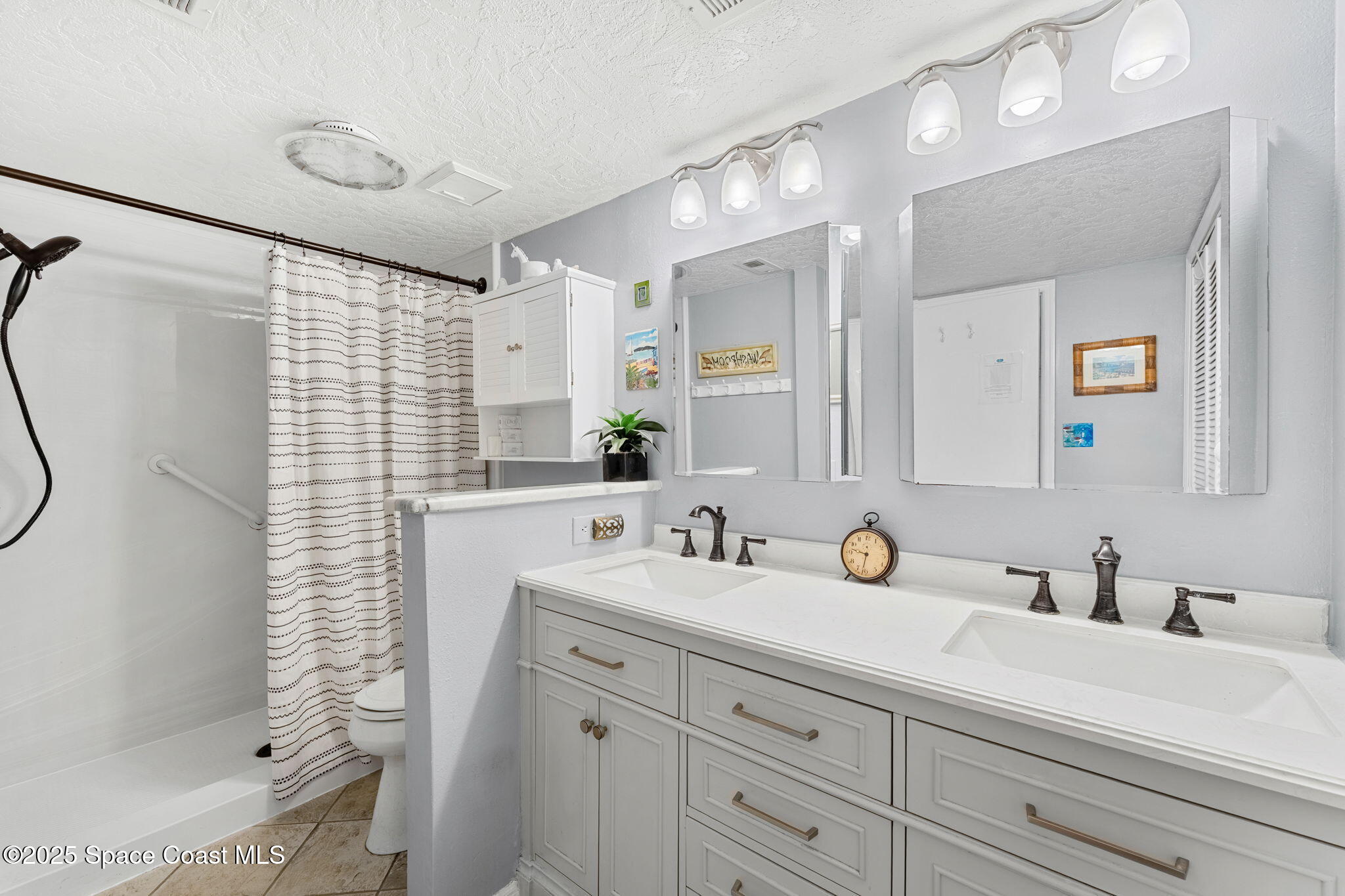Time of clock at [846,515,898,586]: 9:31
